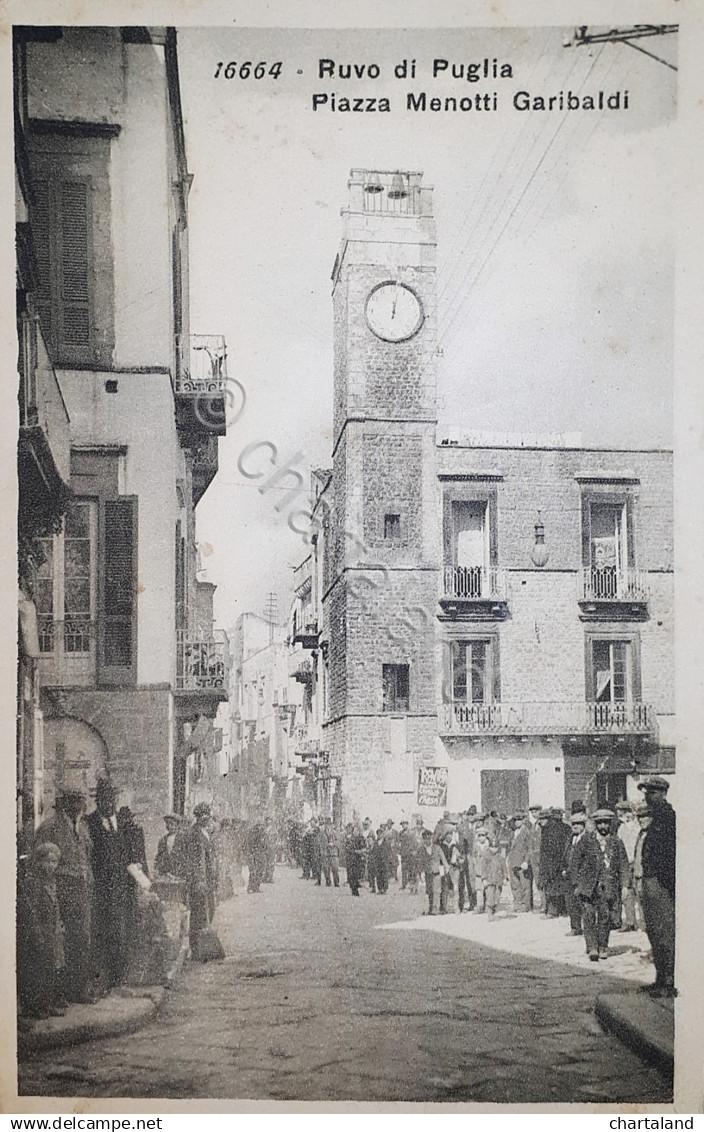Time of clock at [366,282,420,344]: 12:02
